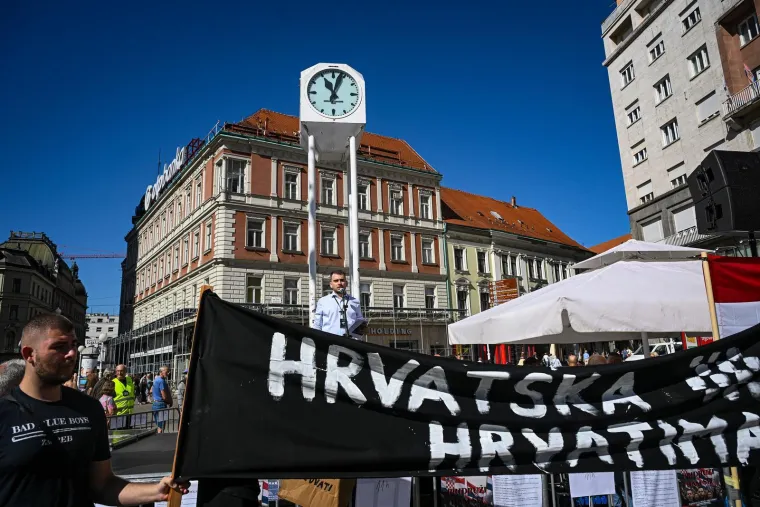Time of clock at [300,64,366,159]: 11:03
